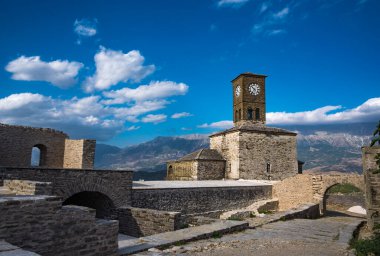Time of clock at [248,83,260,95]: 6:52
